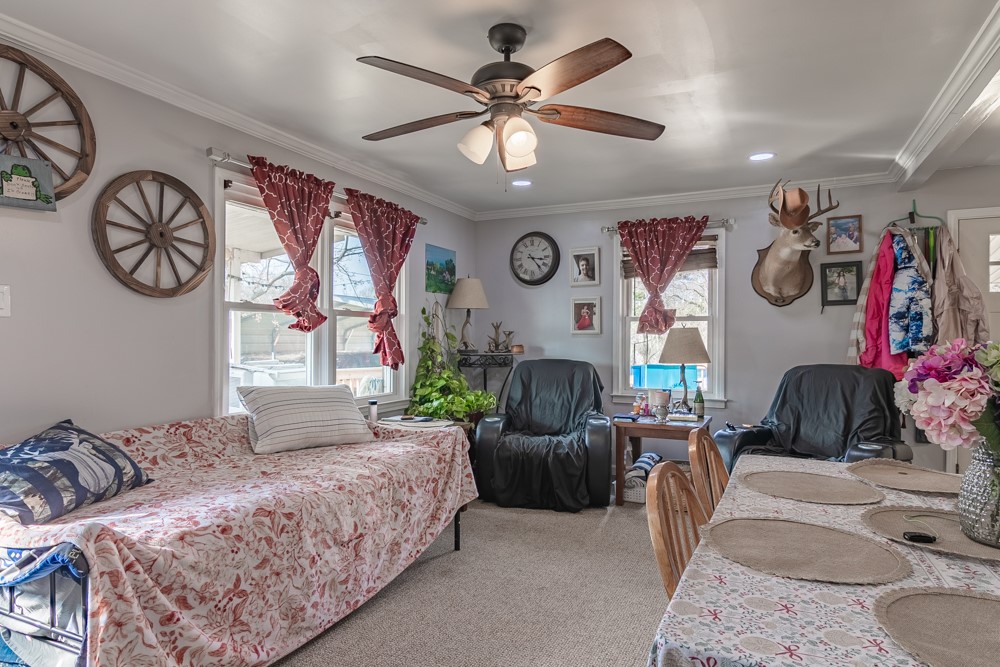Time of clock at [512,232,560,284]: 3:23
